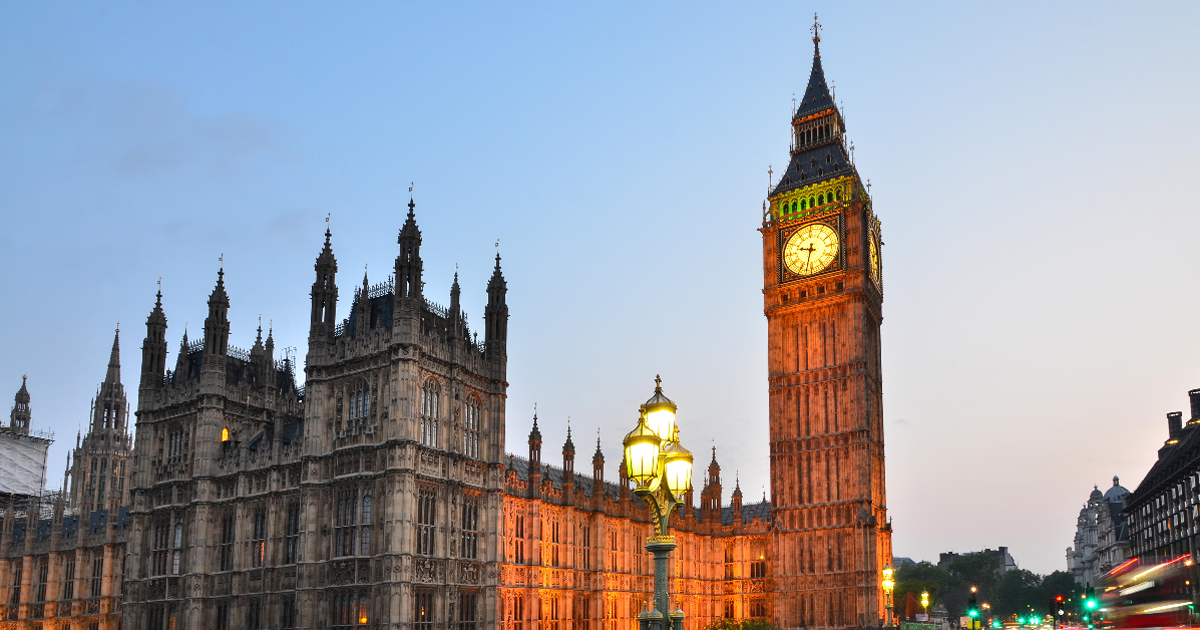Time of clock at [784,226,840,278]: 9:32
